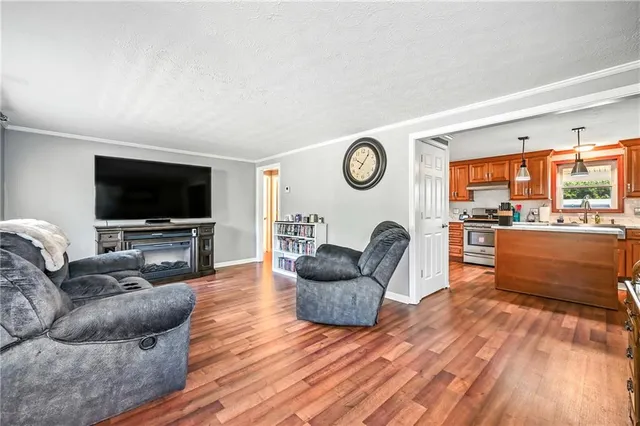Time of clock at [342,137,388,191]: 10:06
